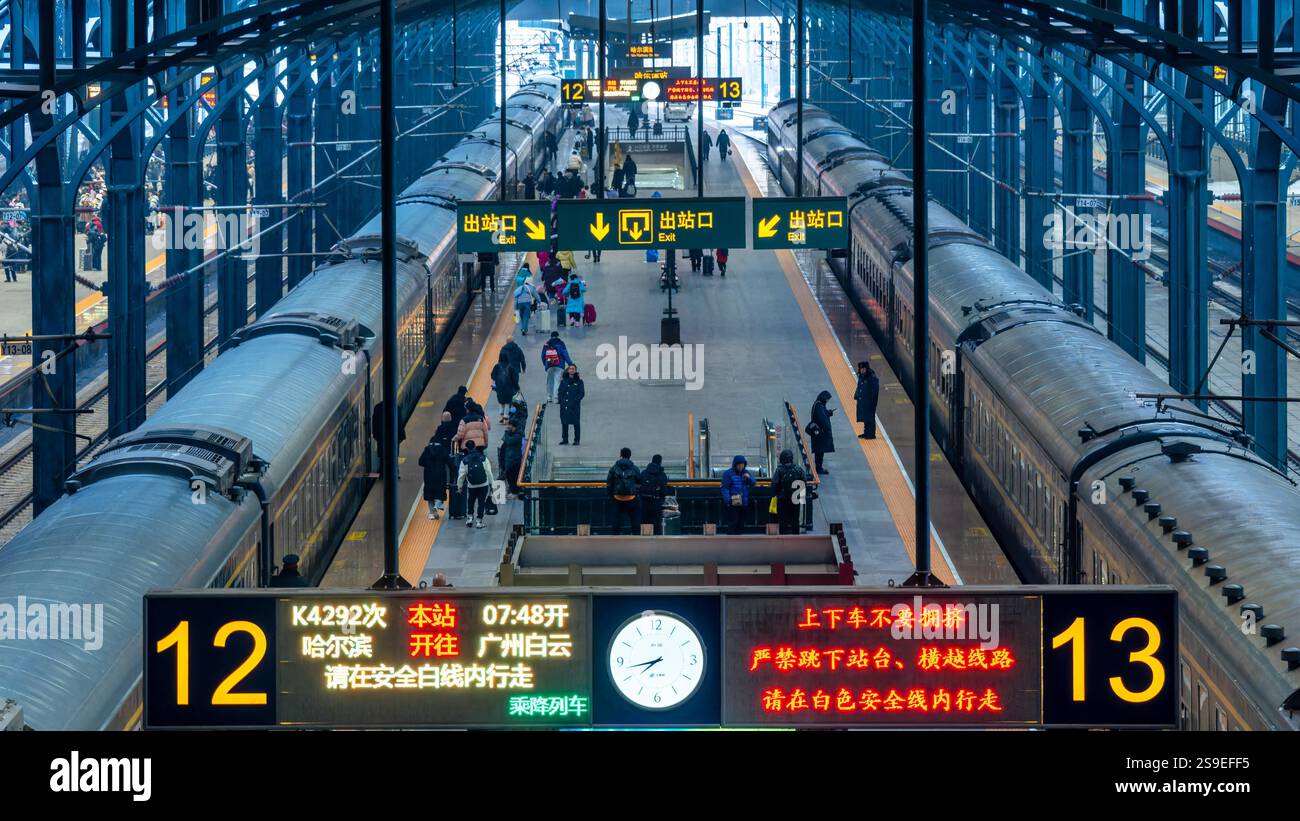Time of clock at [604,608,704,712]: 7:42
